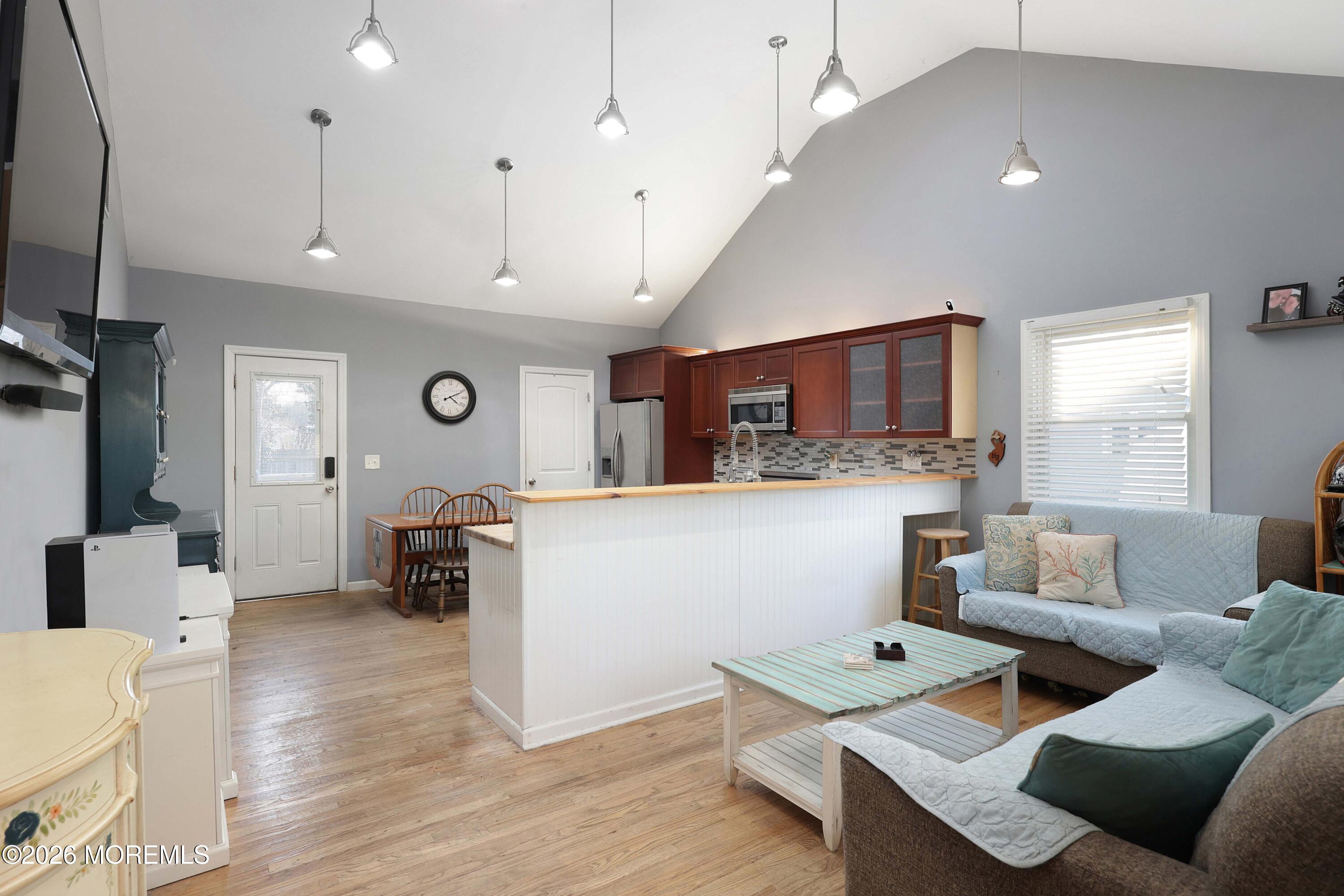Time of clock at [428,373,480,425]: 4:10
